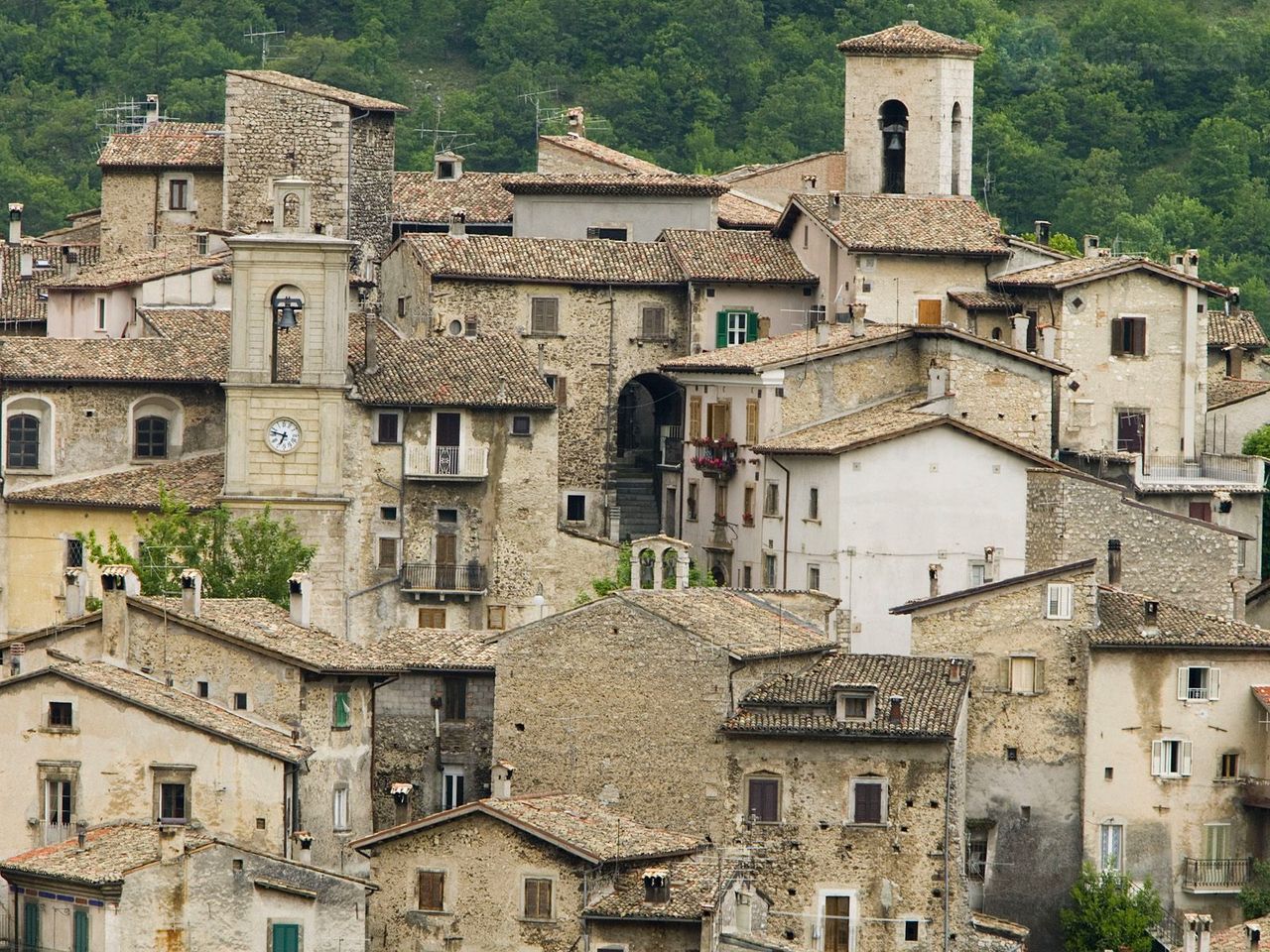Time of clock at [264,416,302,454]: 6:47
